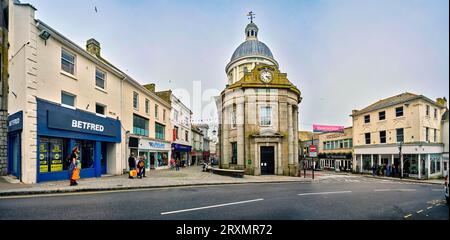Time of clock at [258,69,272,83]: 3:22
